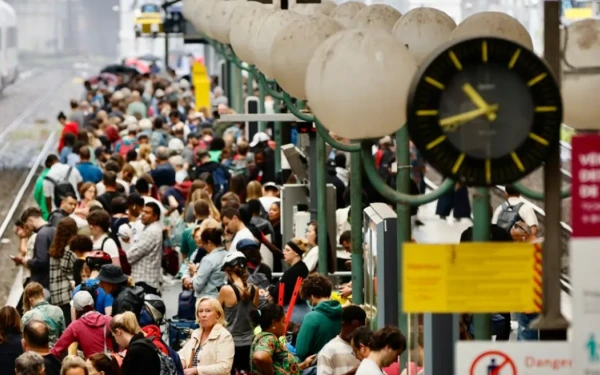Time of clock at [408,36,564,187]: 10:42
